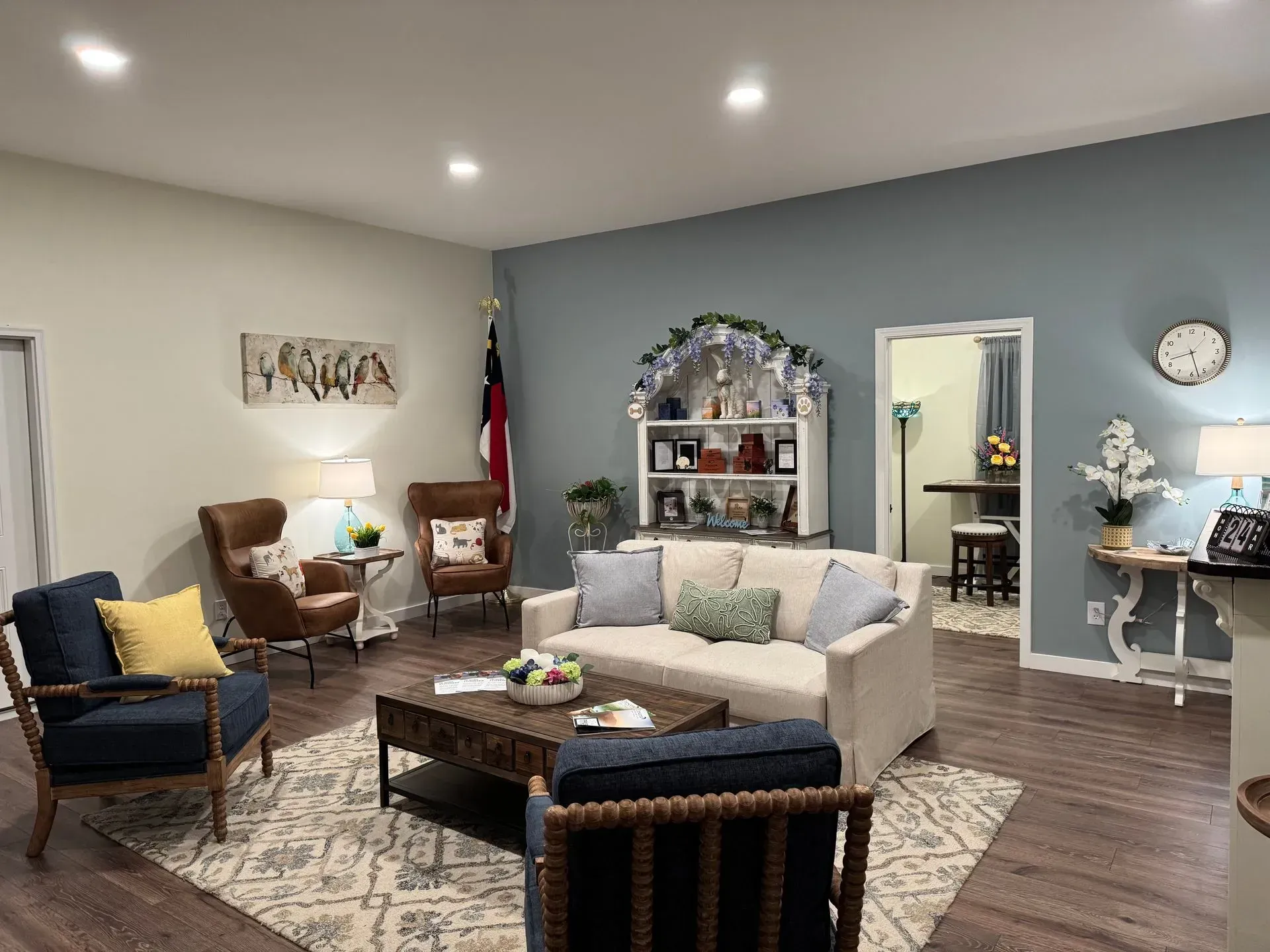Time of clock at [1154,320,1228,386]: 8:27
